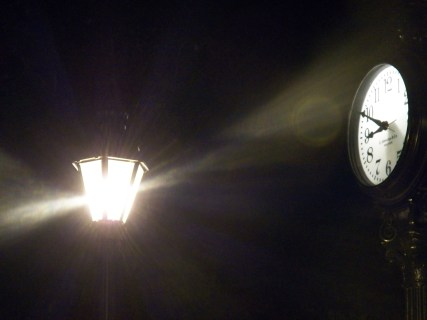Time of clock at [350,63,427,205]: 8:49
